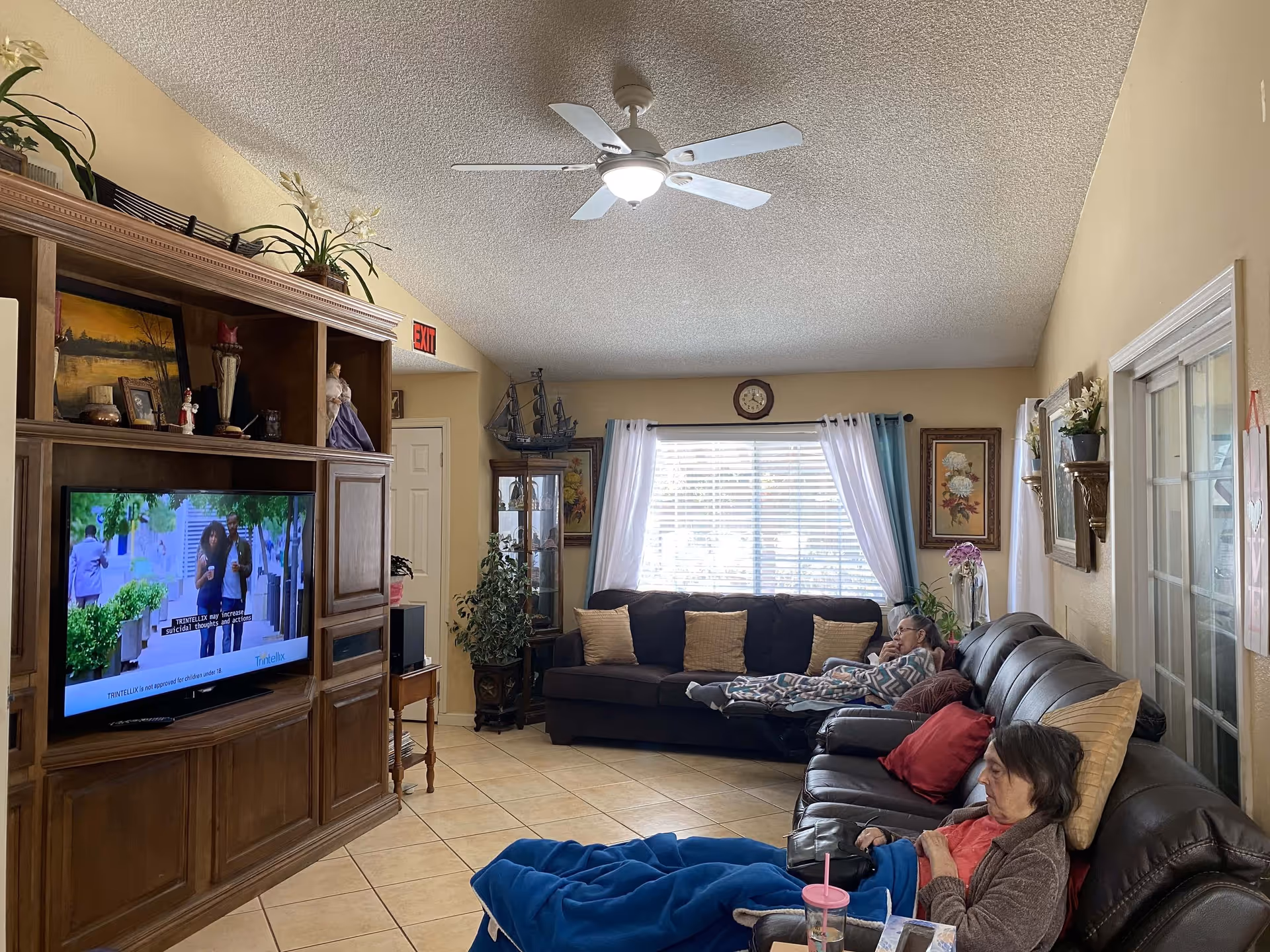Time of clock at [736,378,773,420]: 12:20
